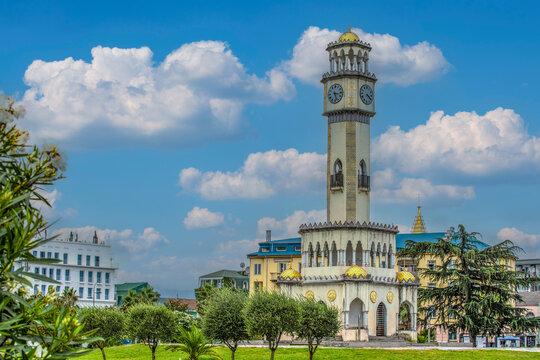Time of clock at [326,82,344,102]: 3:27
